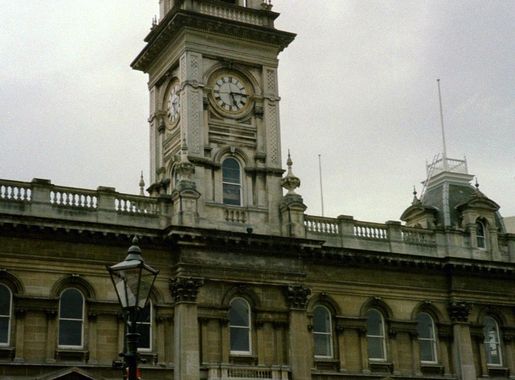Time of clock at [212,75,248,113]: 5:14
